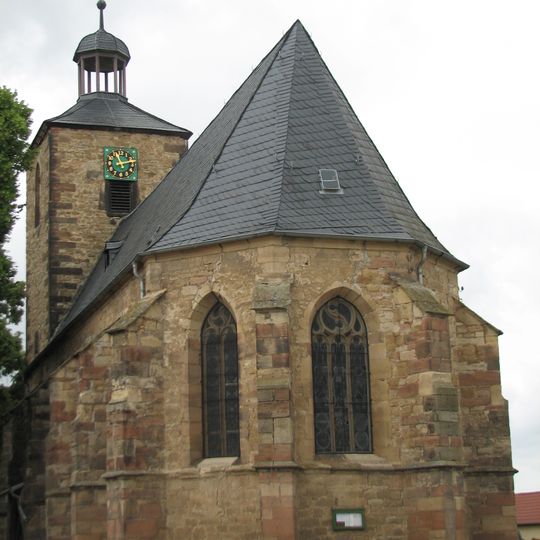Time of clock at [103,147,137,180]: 11:12
